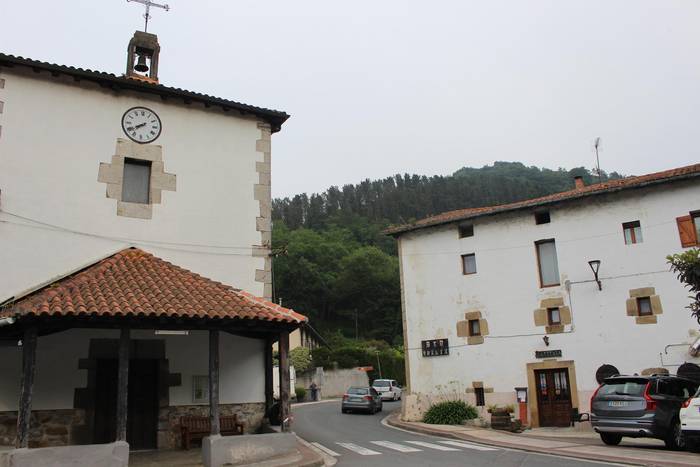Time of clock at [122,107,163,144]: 7:40
